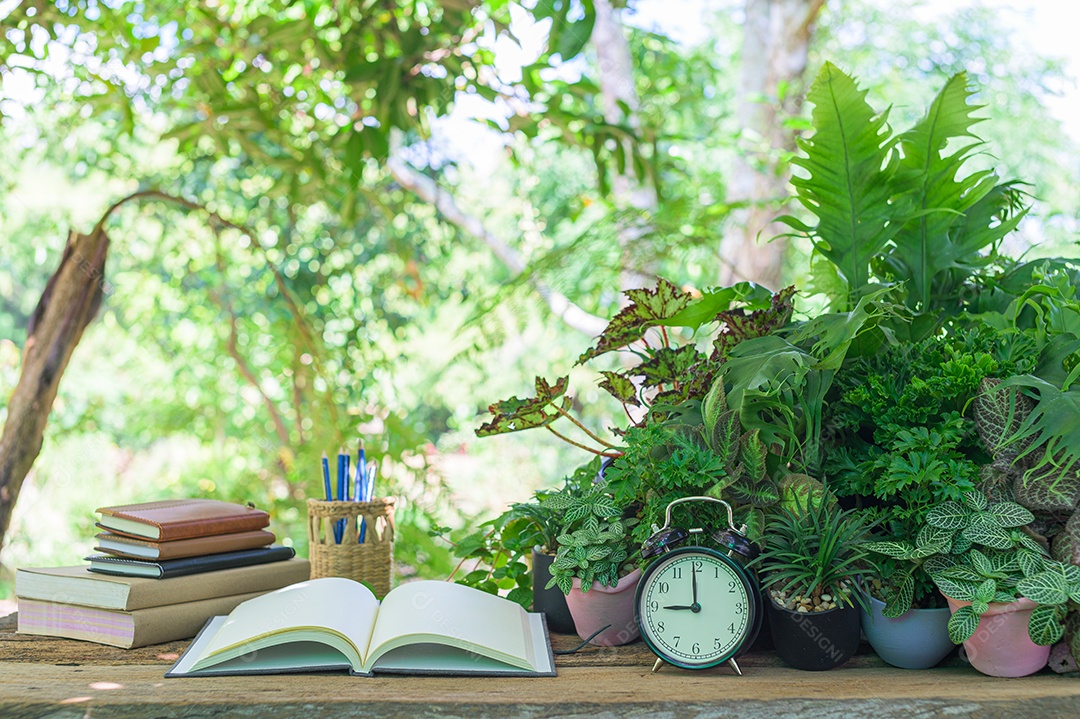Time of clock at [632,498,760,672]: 8:59
